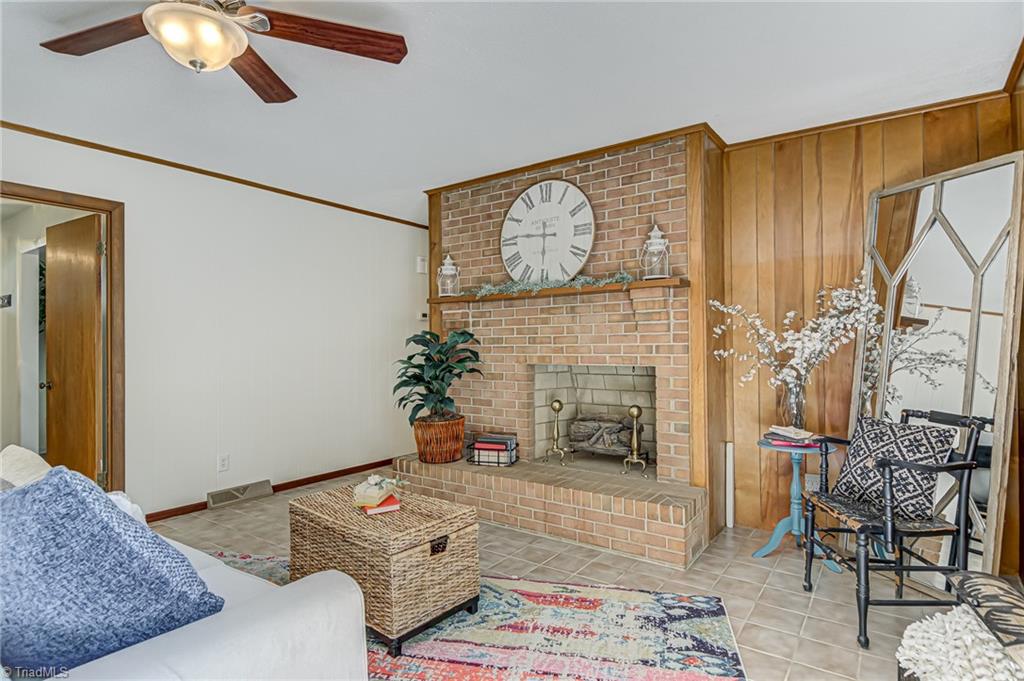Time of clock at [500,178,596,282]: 5:45
